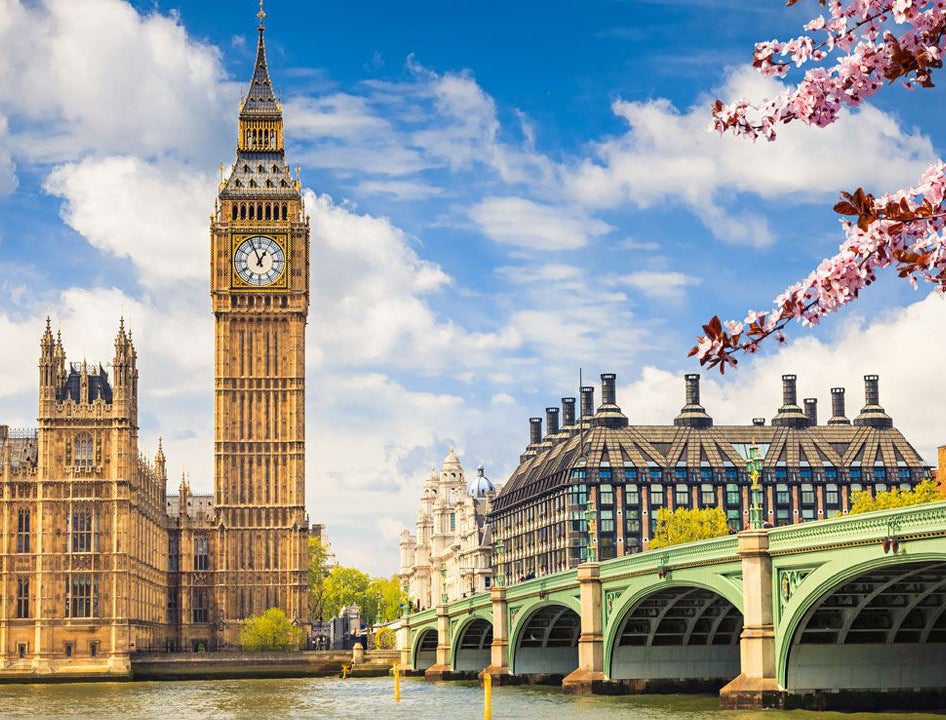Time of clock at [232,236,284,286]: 12:56
